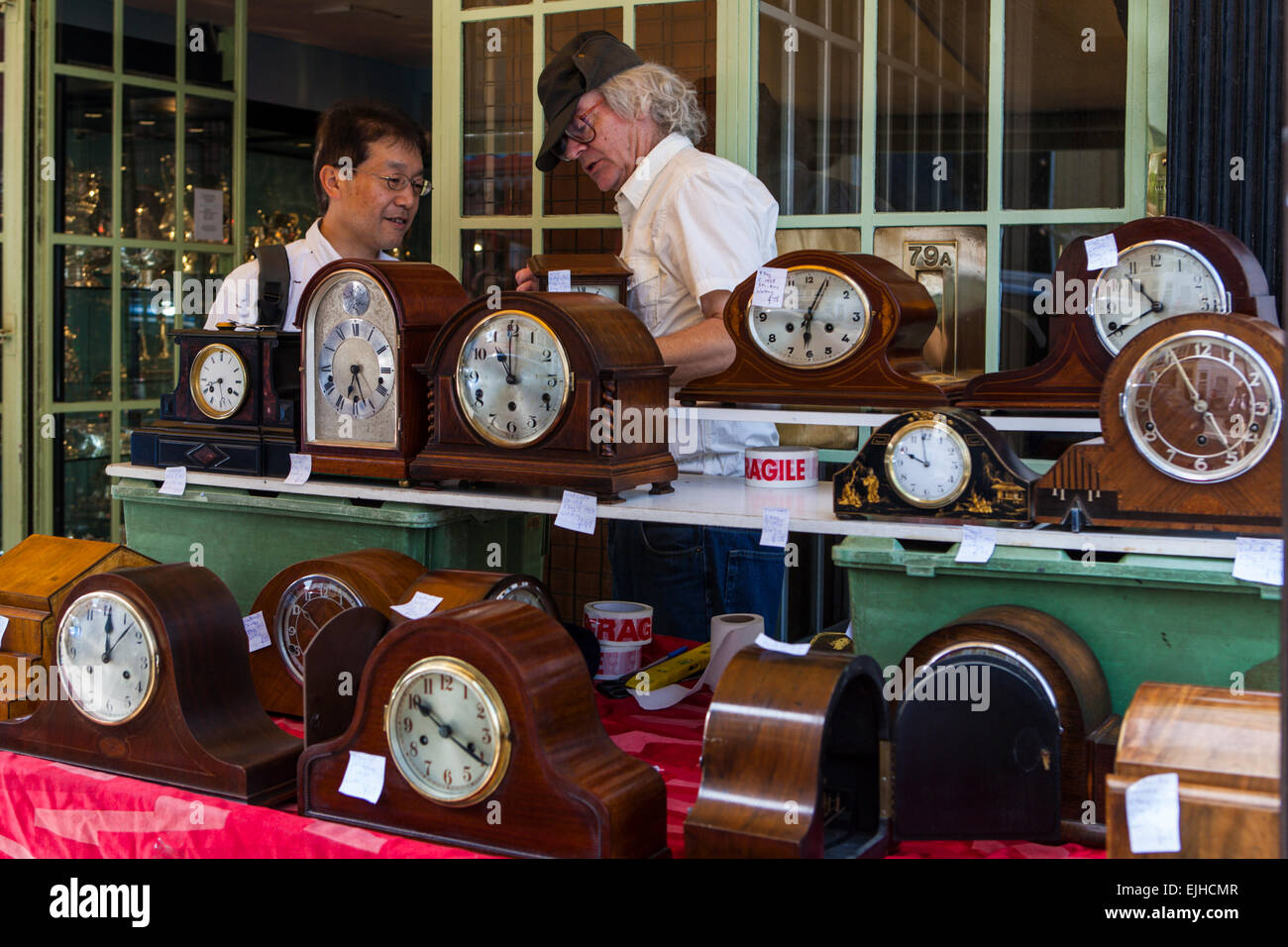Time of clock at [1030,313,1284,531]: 4:56
